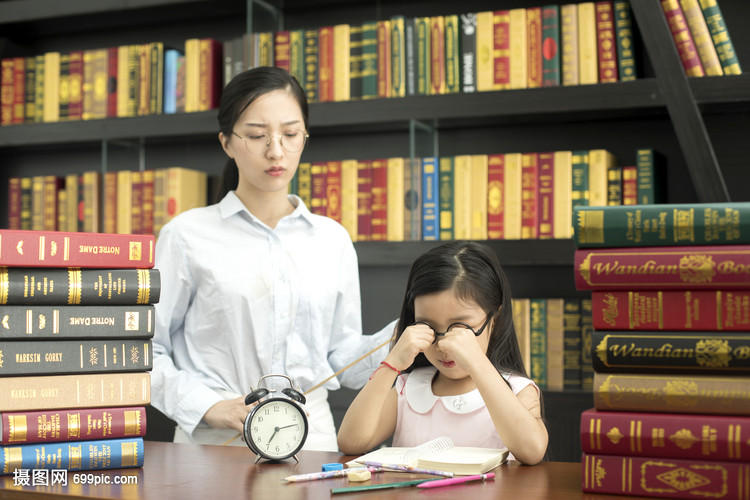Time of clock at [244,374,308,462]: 7:13
